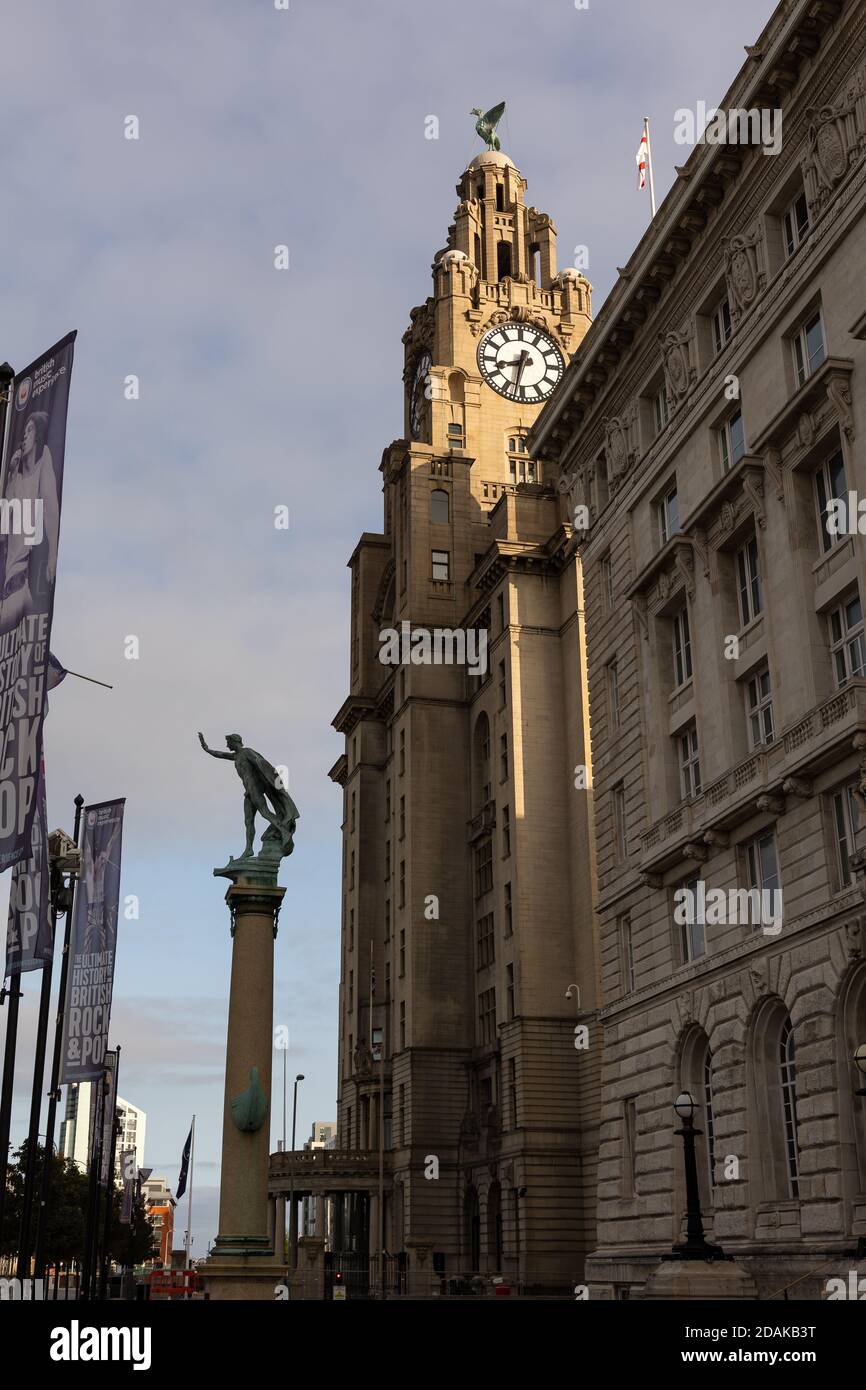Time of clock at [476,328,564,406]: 8:32
